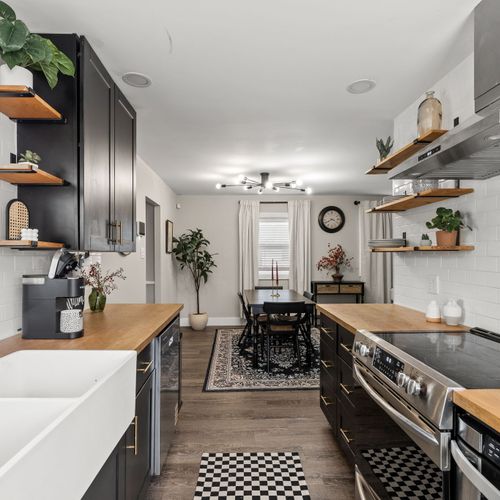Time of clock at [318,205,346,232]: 3:40
